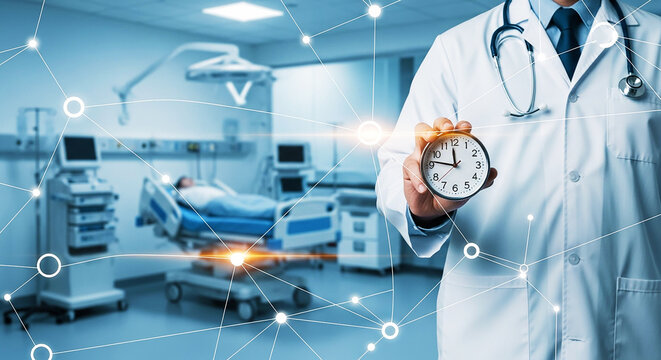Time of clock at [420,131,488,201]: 11:46
